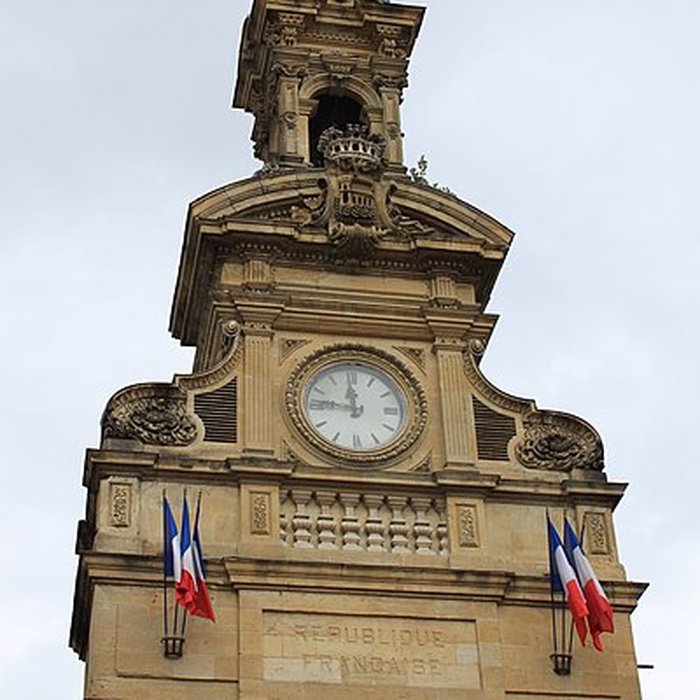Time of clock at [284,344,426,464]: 11:46
